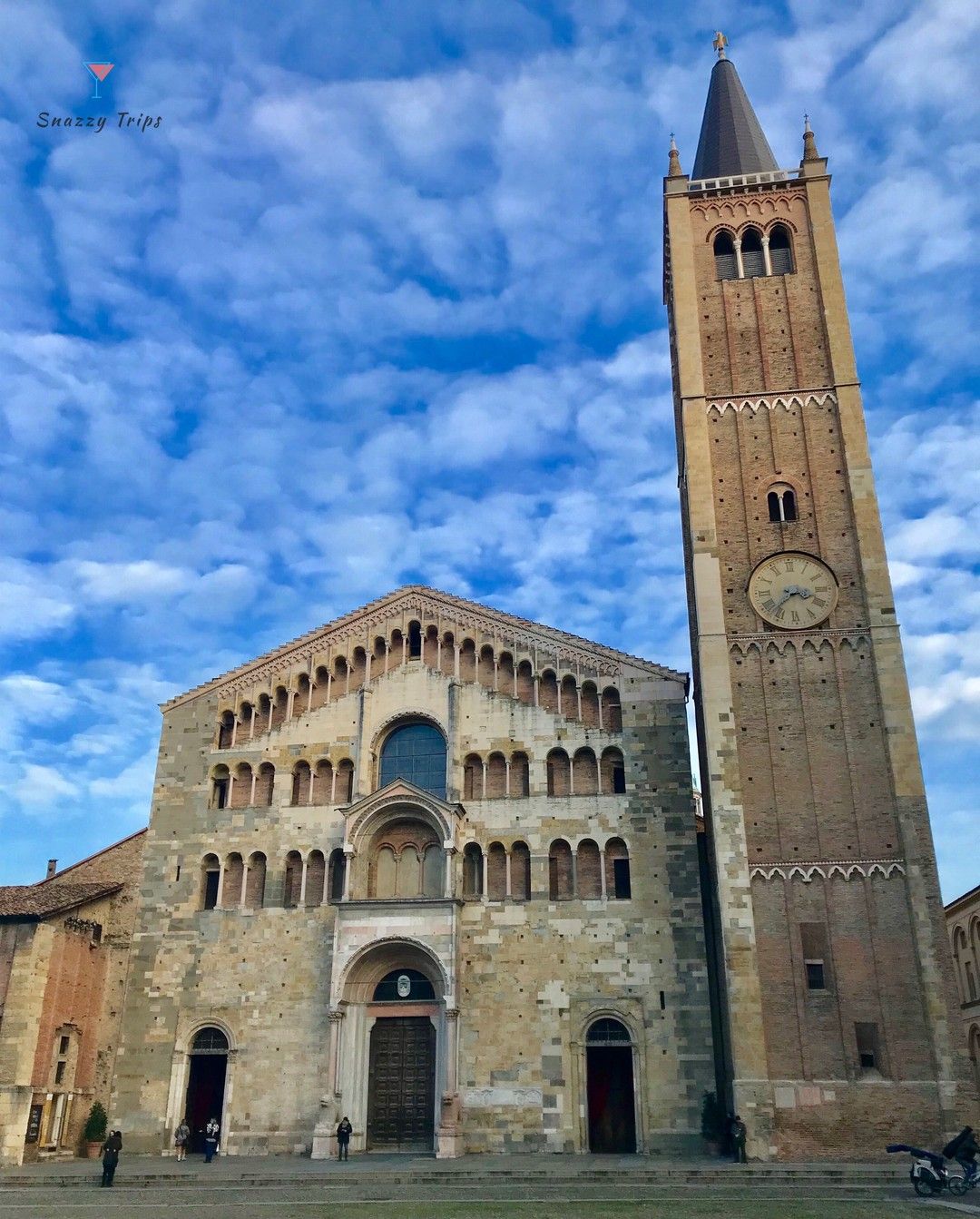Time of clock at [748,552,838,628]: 3:37
